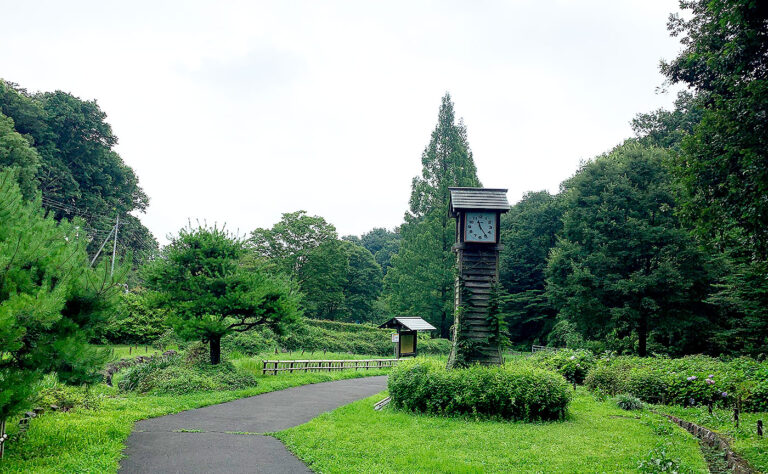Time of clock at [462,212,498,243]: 11:24
